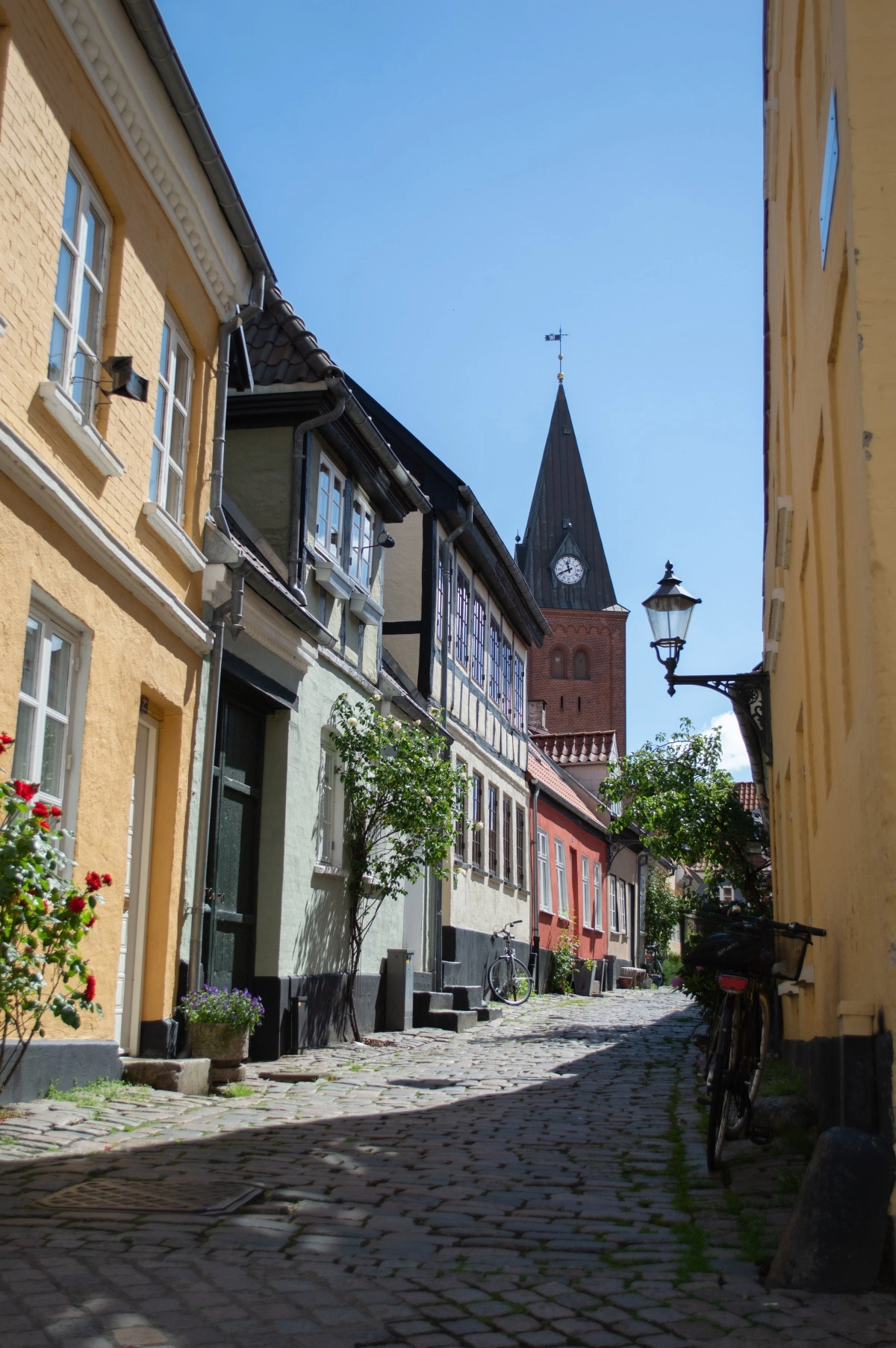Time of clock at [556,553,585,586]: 11:40
